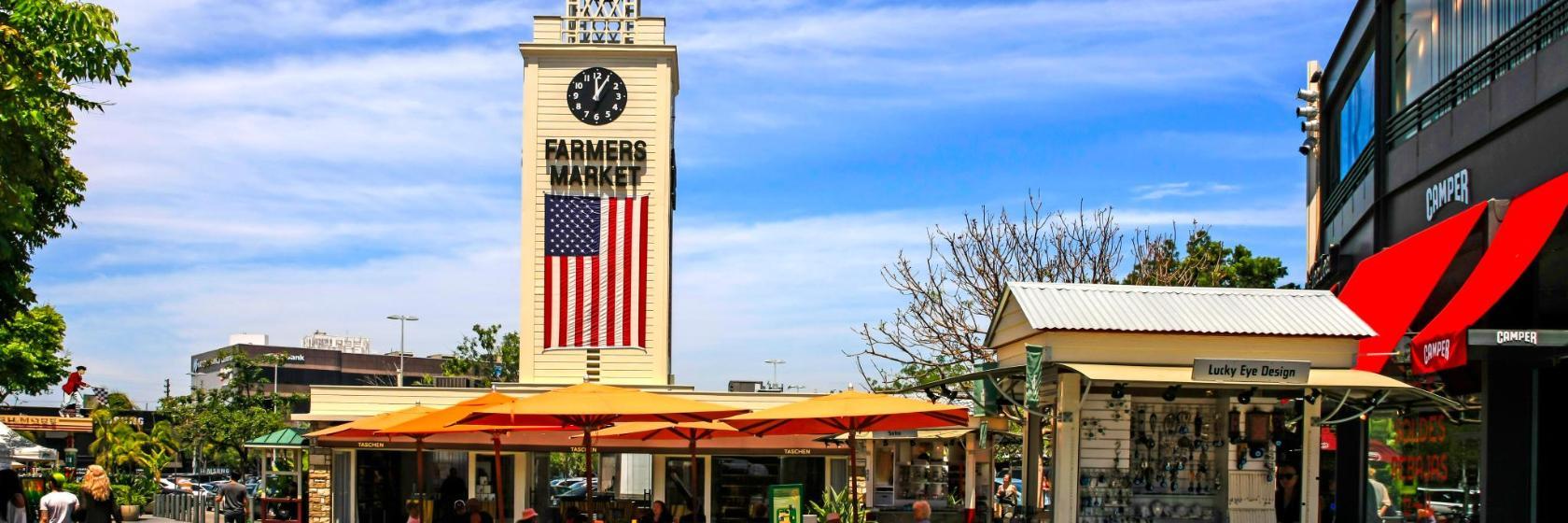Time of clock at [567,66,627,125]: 12:59
